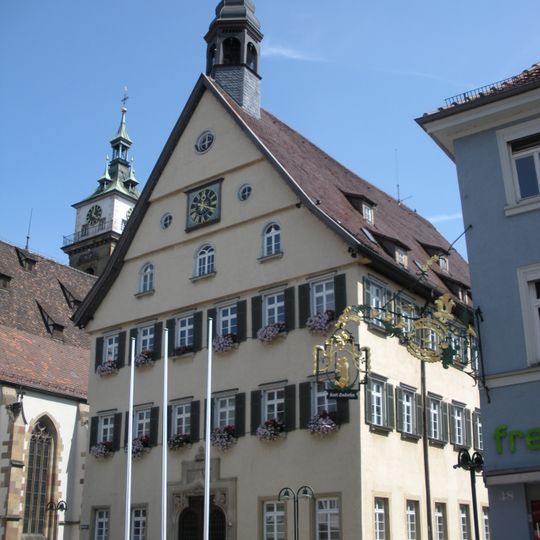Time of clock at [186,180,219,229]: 12:19
